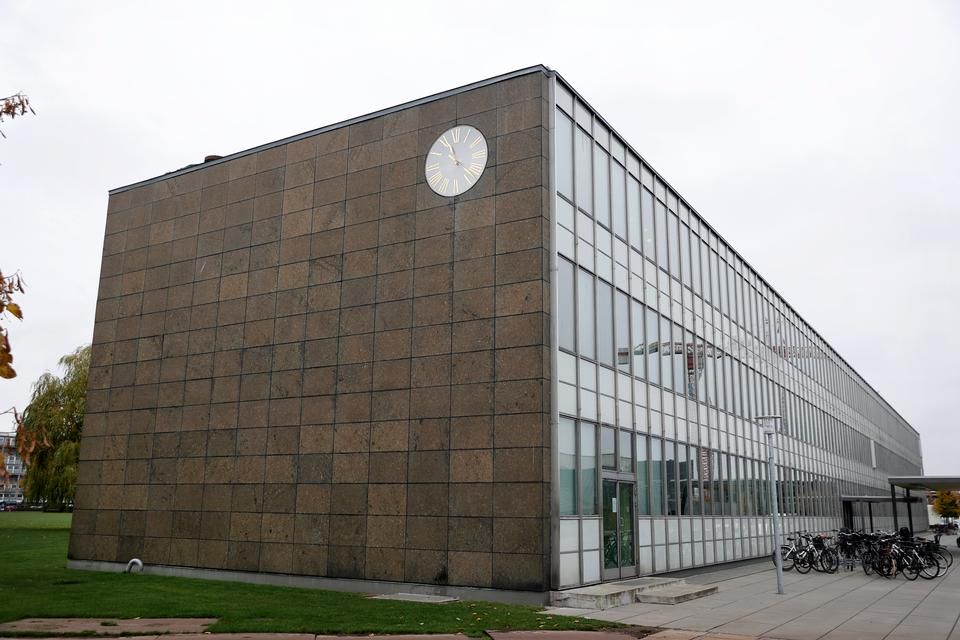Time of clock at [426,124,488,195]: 11:22
